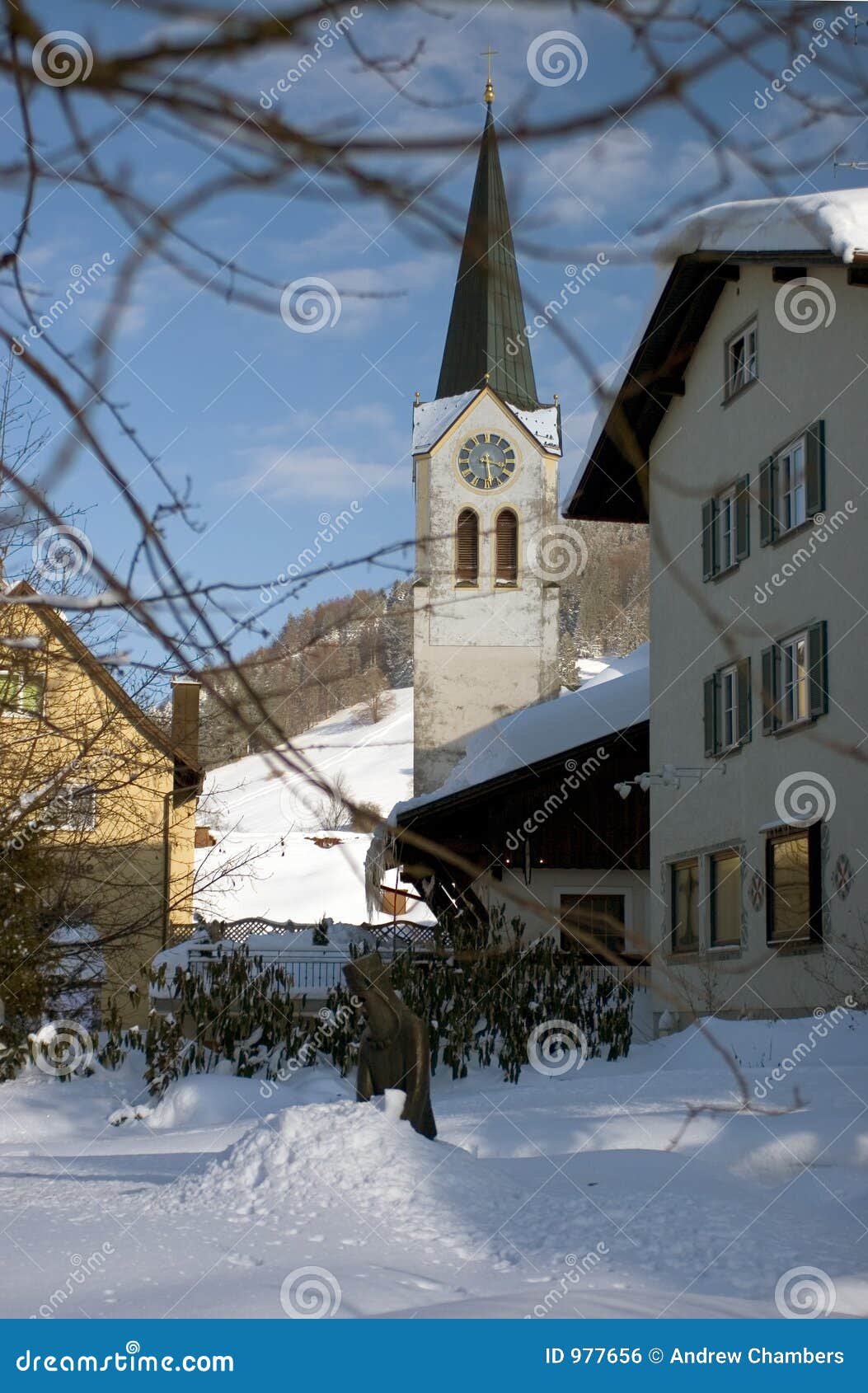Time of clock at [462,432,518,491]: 3:28
